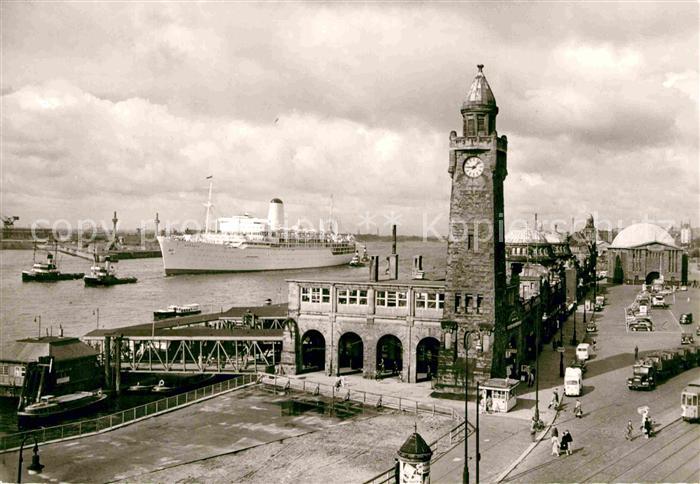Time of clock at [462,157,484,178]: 9:07
